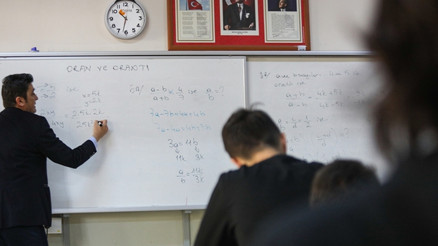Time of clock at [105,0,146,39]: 10:32
